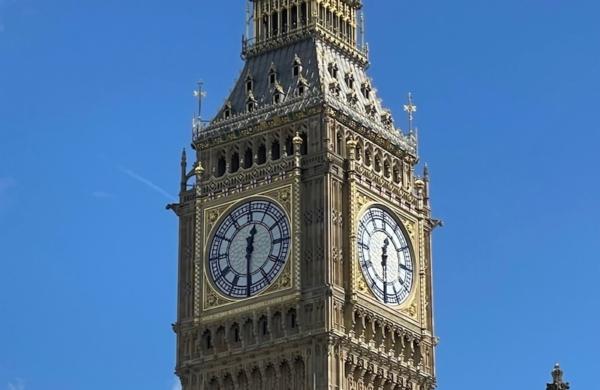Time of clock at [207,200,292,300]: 12:30
